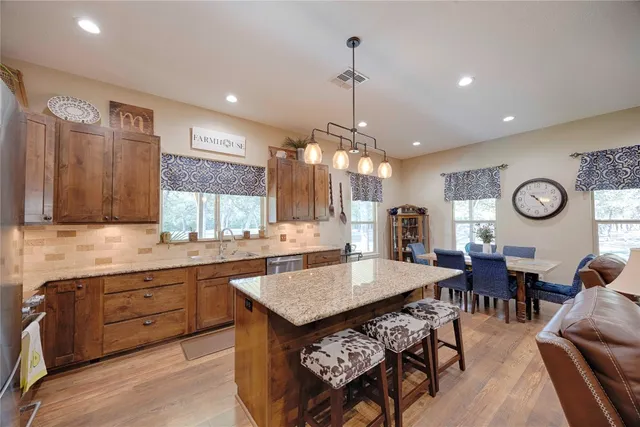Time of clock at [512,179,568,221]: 10:23
